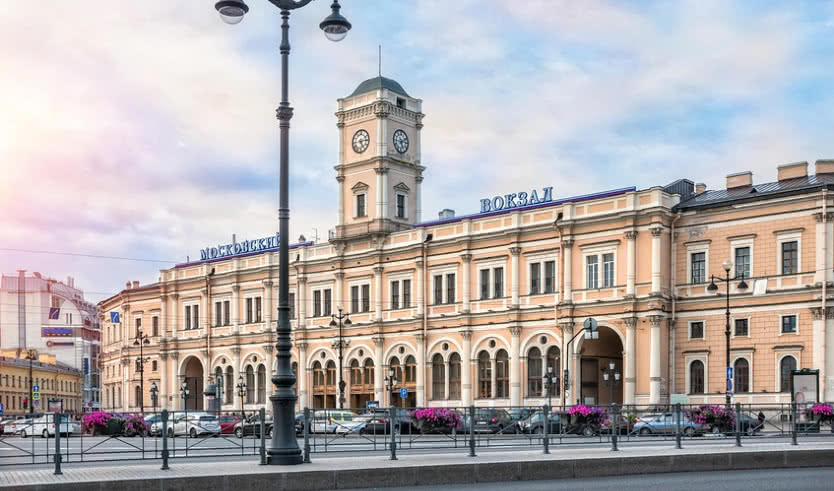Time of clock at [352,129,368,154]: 5:14
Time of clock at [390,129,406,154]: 5:11
